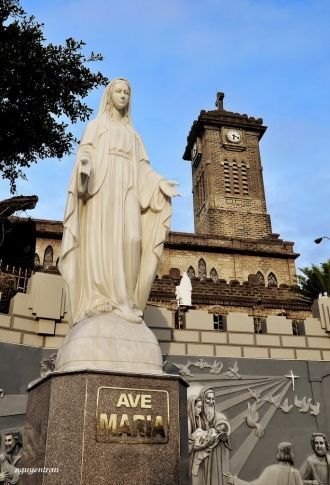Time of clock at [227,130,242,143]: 6:18
